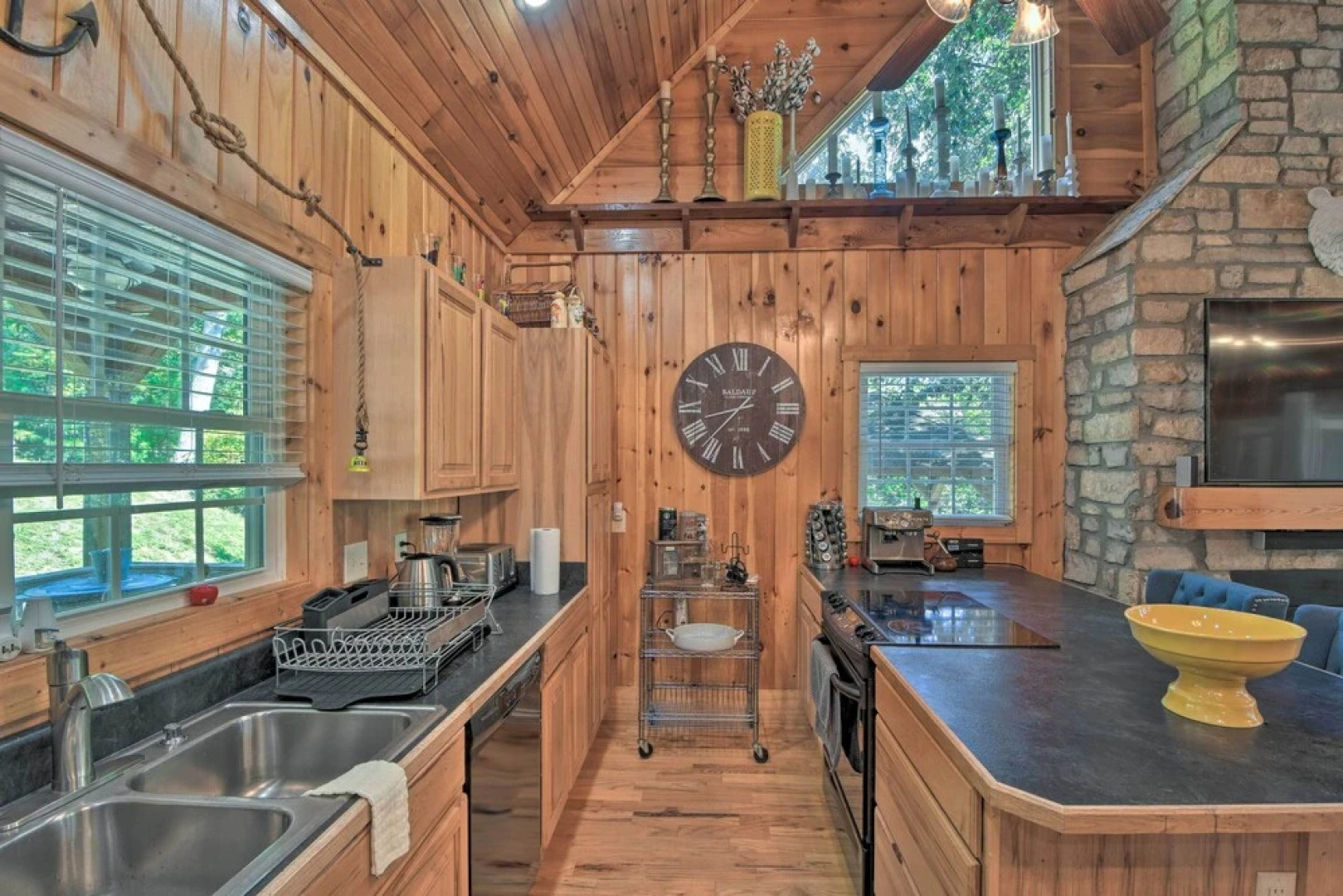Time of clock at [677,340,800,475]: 8:37
